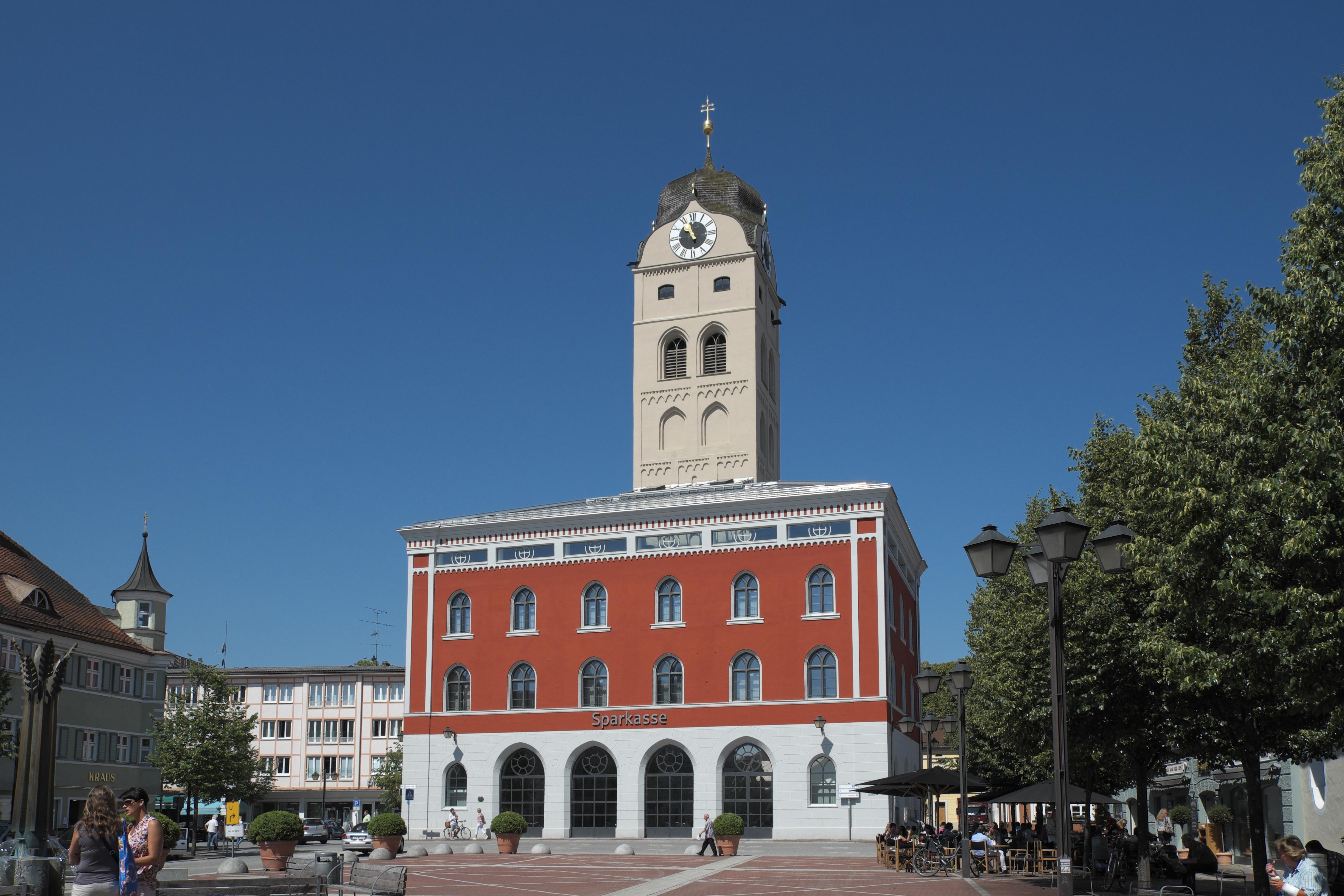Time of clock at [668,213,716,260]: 10:56
